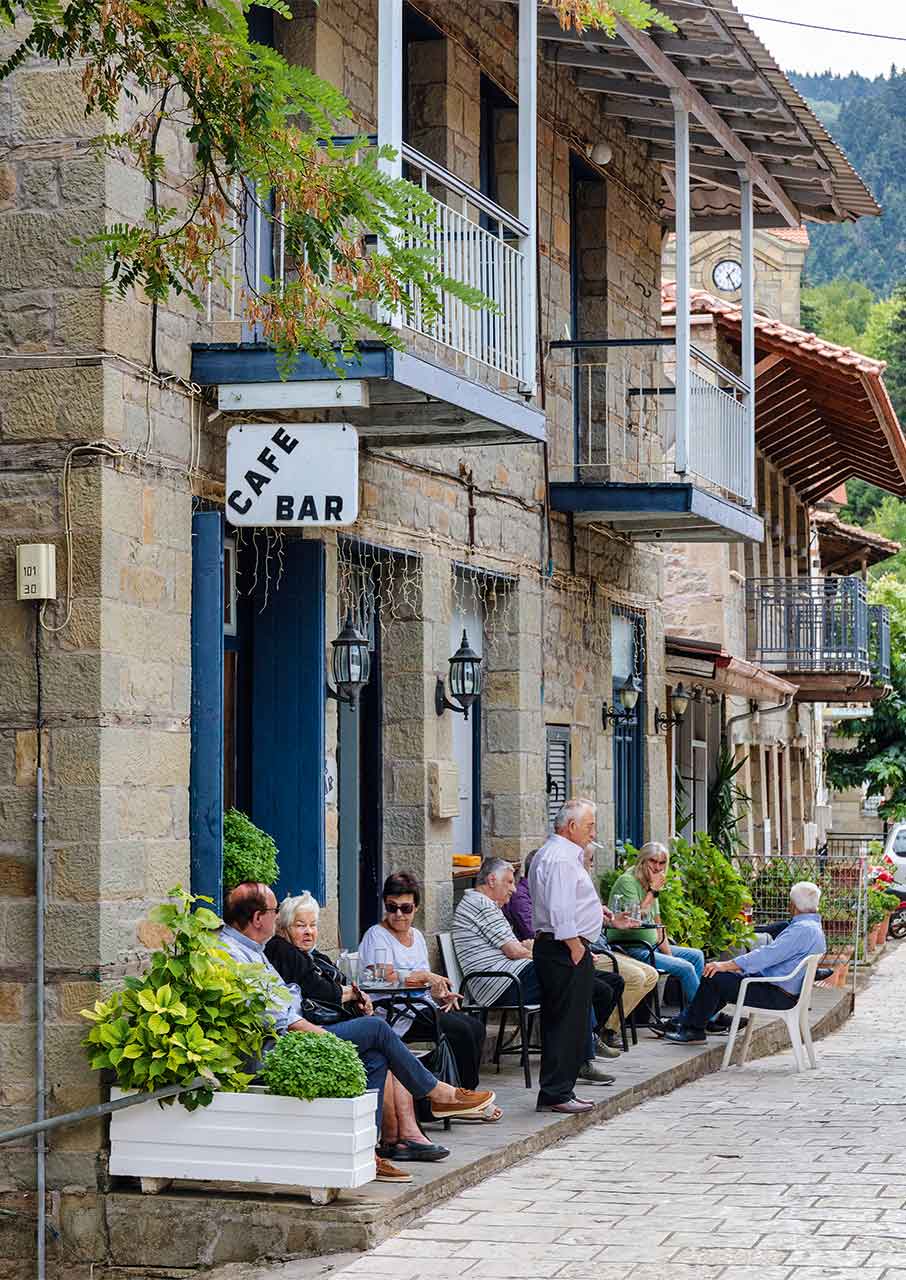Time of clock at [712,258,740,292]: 1:24
